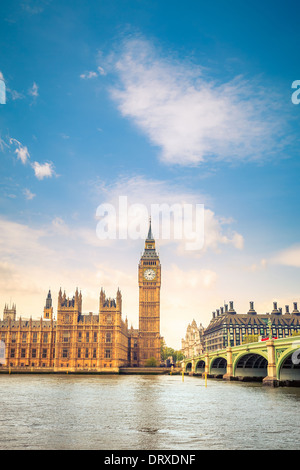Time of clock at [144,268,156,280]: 1:16
